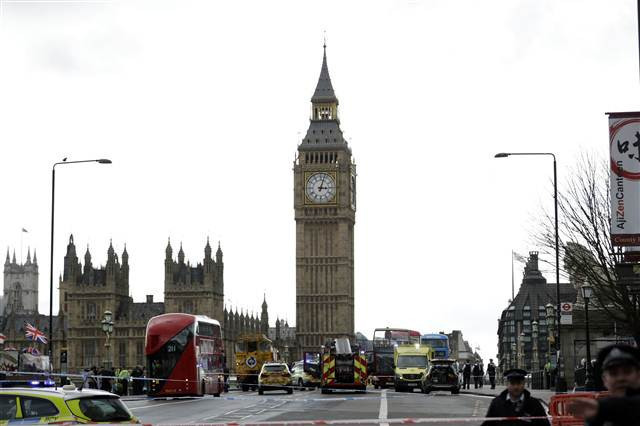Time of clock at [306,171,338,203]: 3:02
